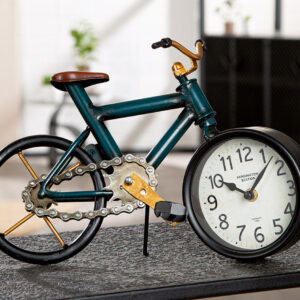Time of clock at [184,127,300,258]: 10:07
